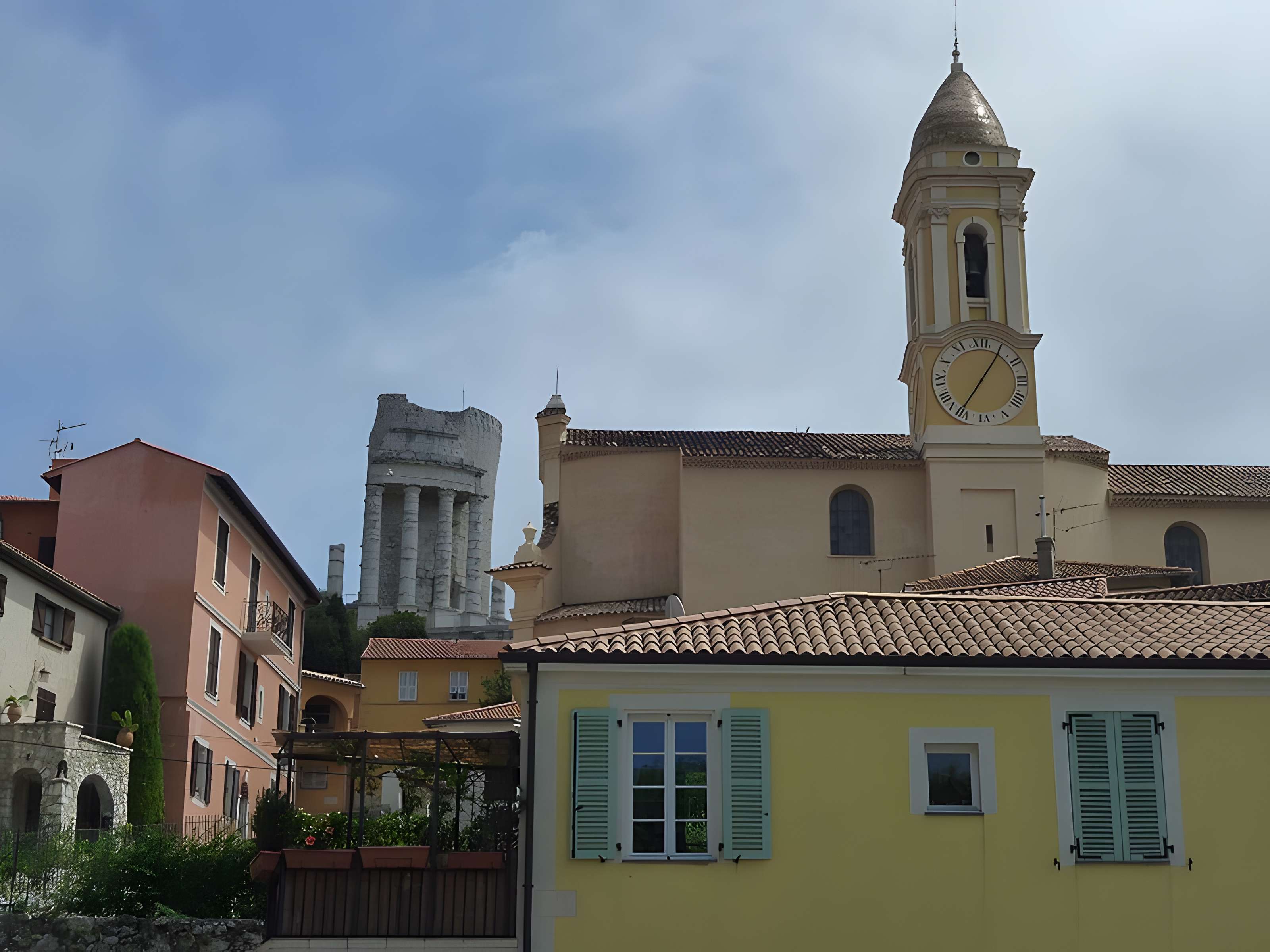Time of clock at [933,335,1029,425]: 7:05
